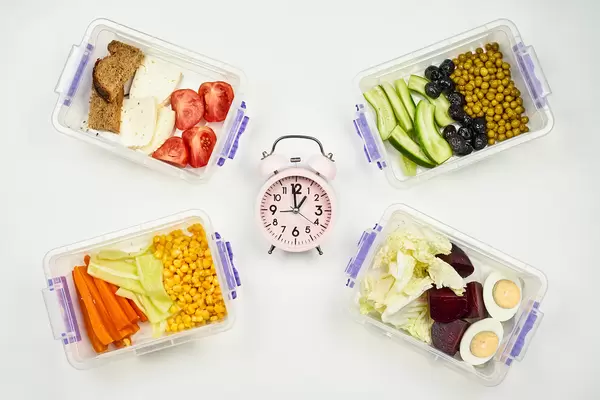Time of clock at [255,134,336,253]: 12:58
